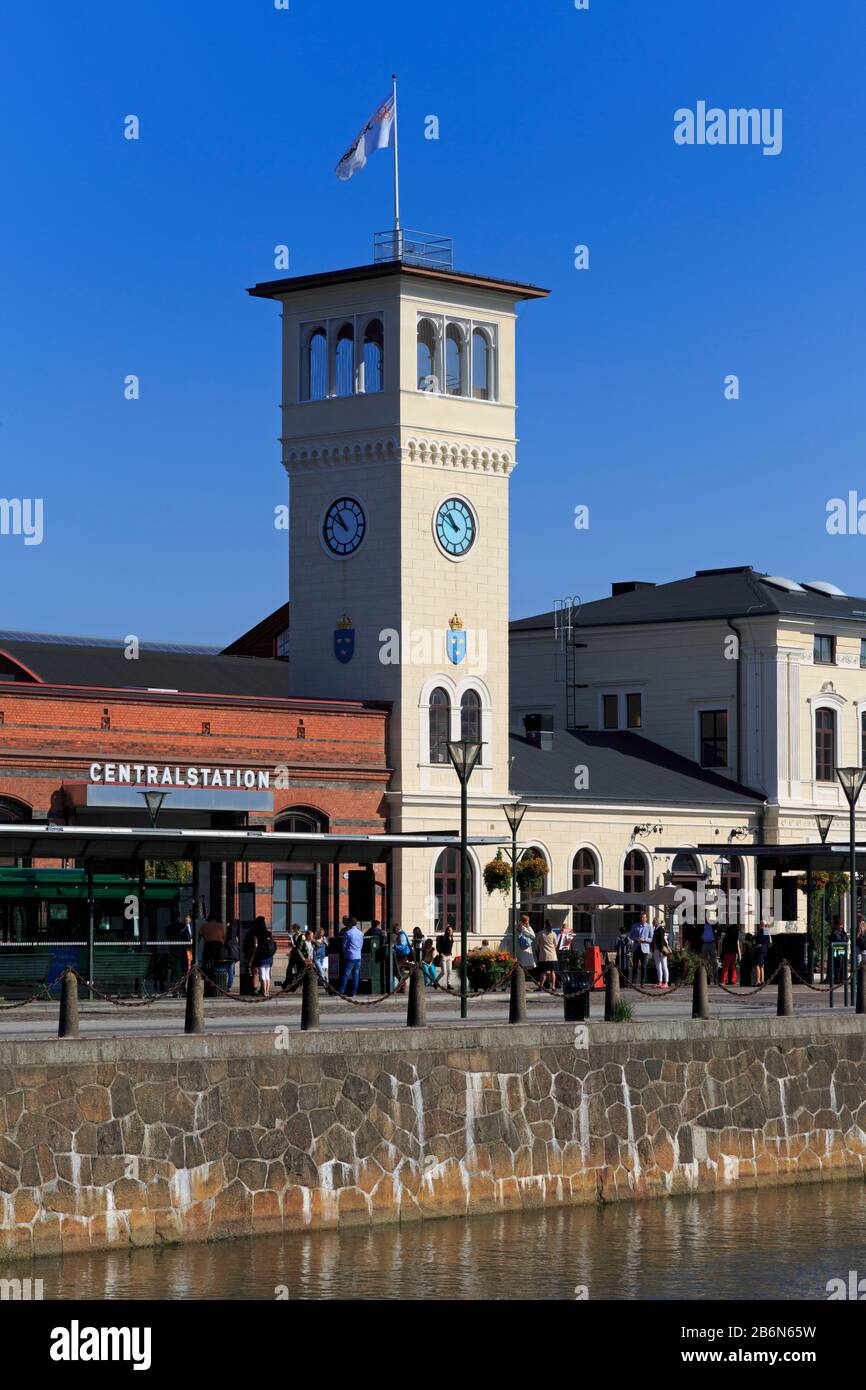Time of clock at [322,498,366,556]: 10:50
